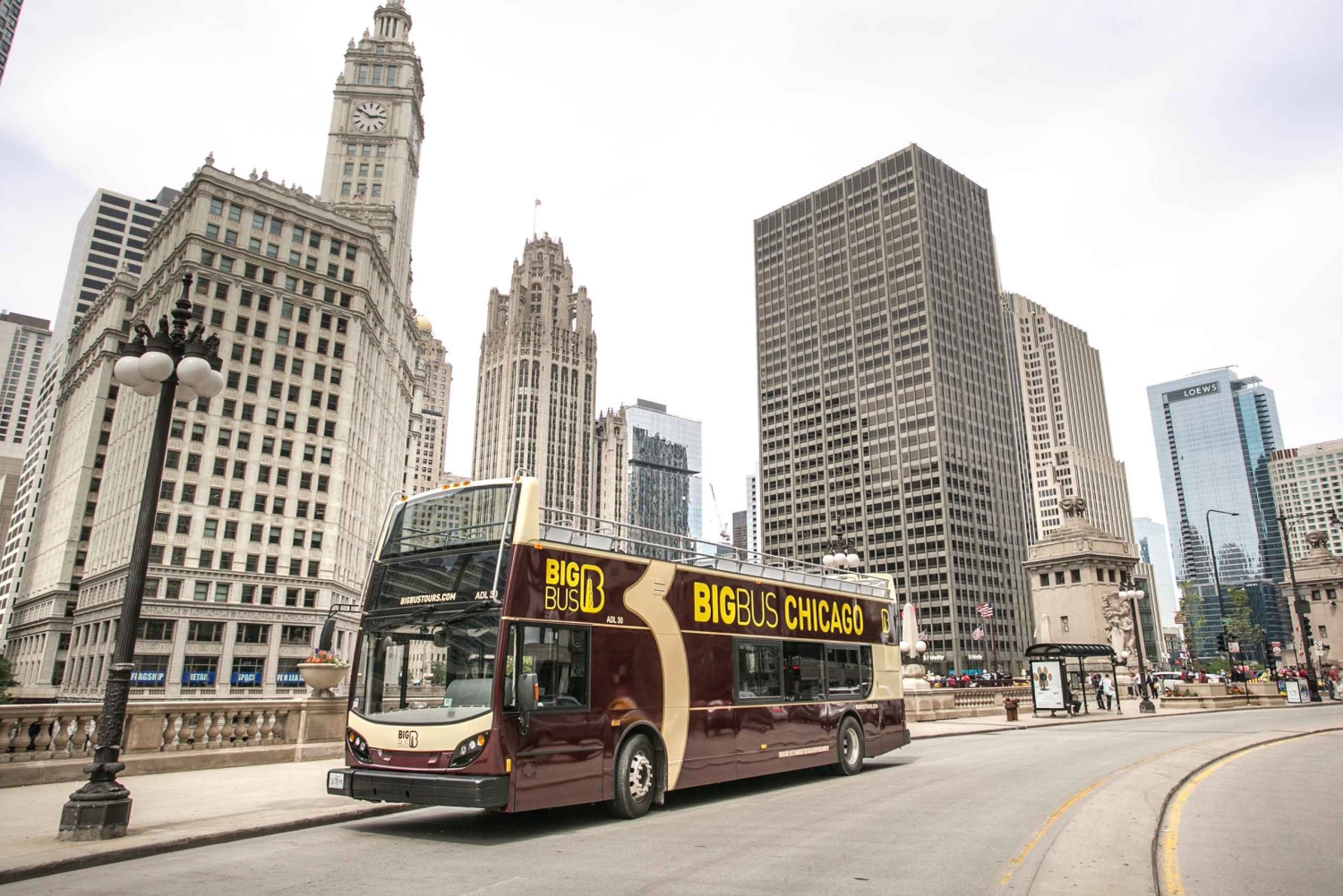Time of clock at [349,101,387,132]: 2:50
